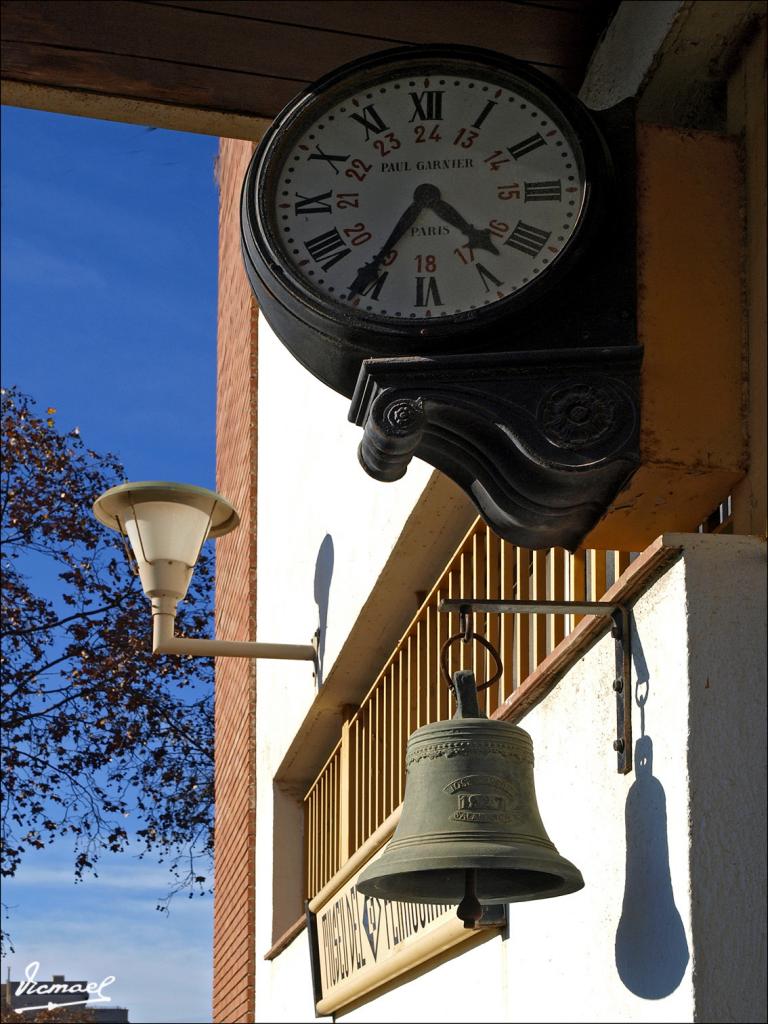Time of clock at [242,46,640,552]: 4:35
